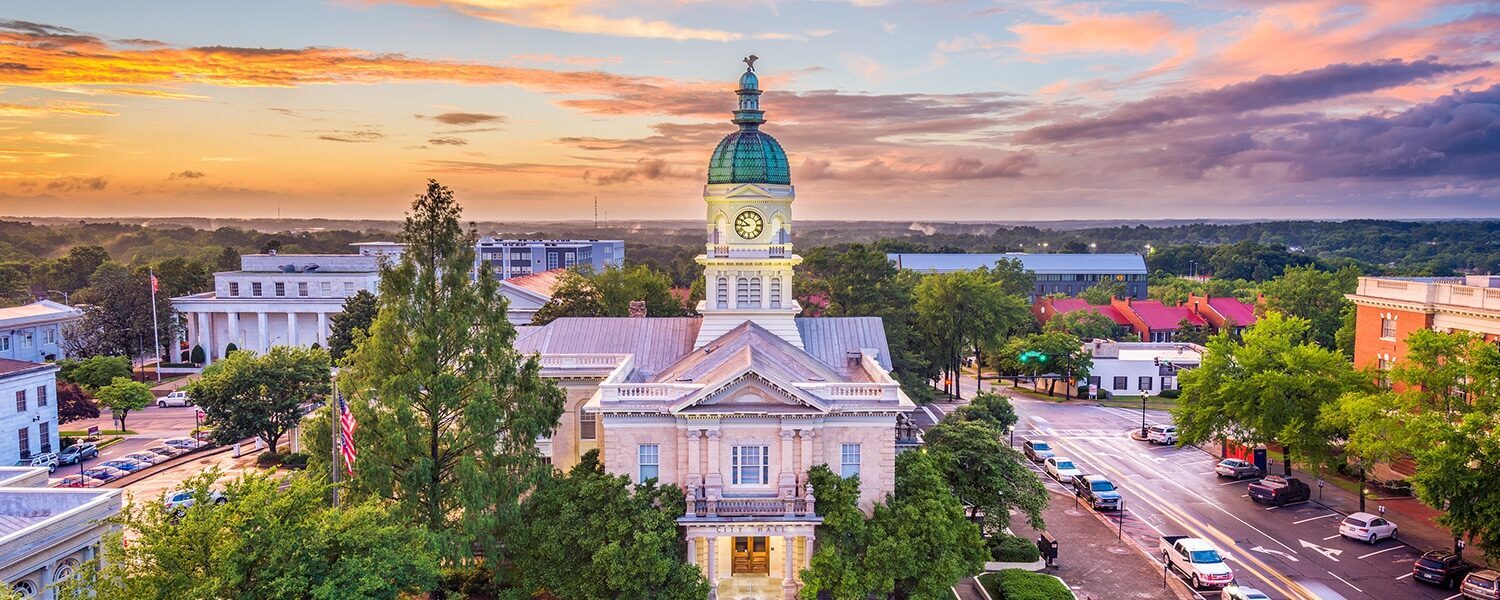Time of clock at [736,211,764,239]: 8:50
